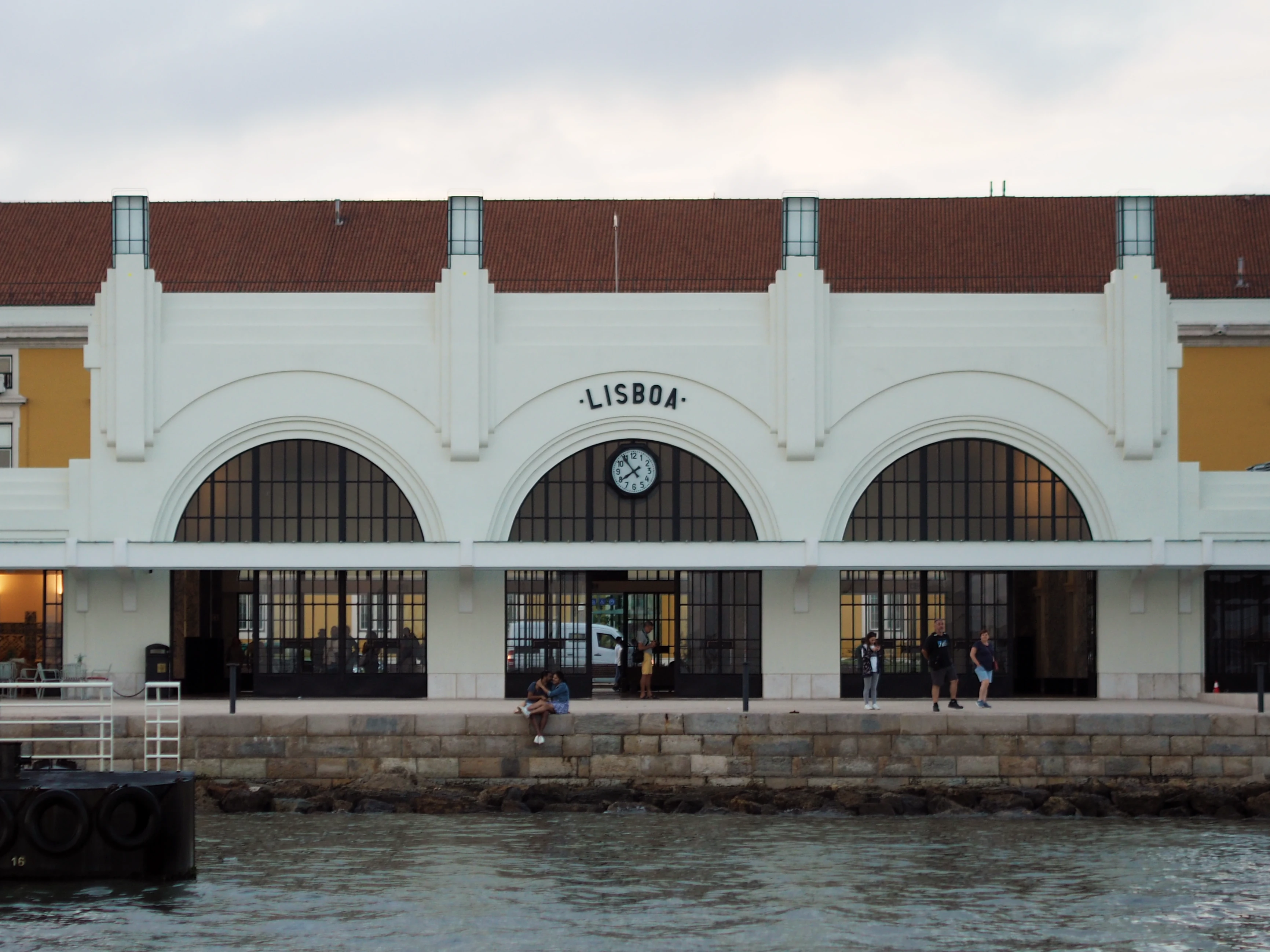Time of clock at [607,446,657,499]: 7:53
